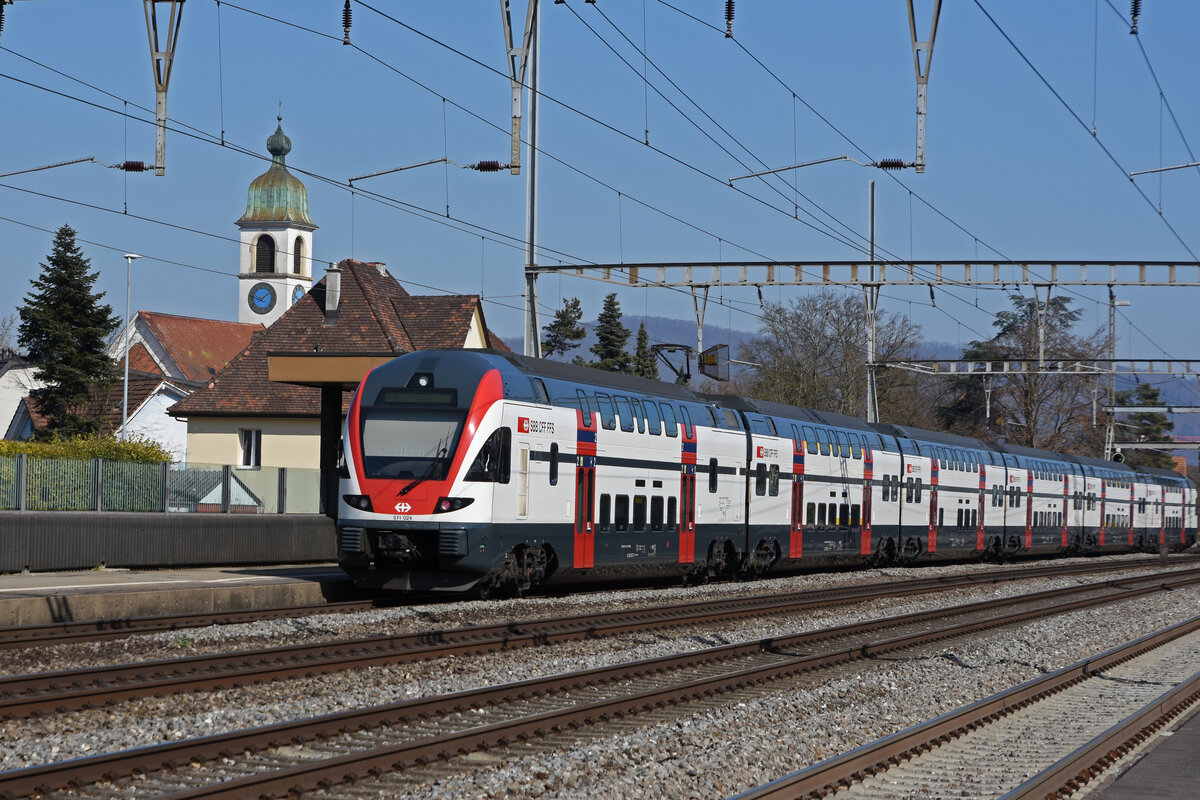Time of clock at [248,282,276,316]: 1:47
